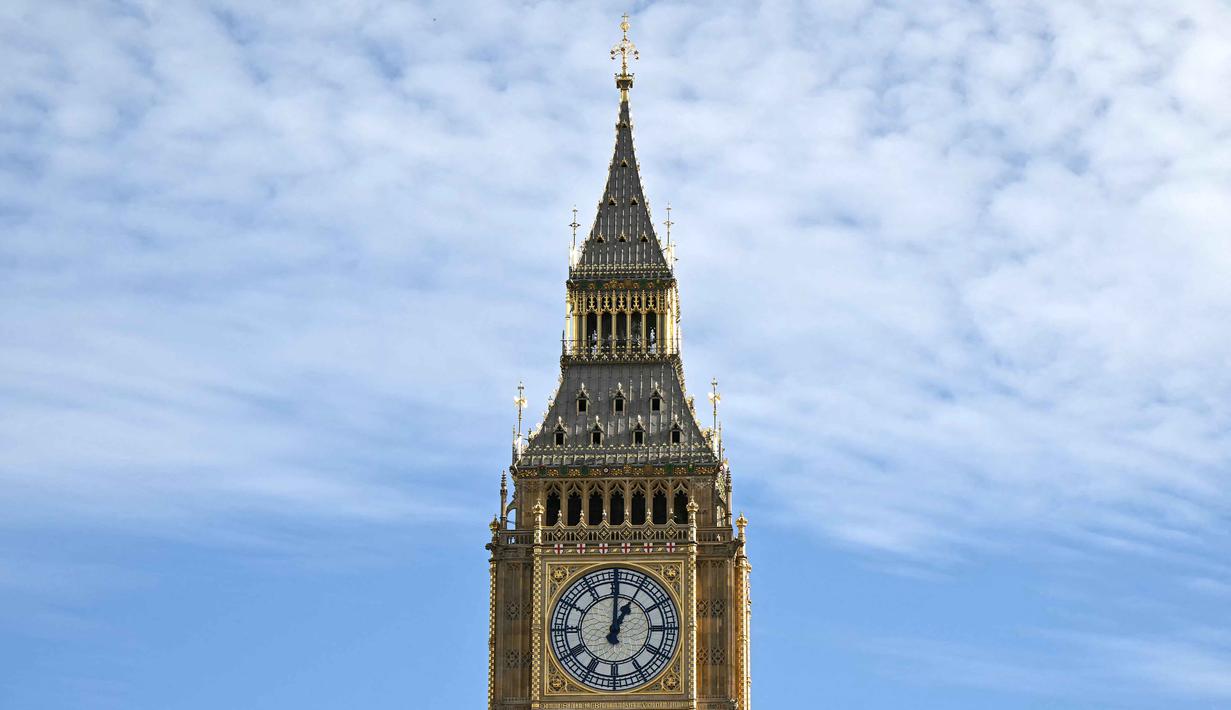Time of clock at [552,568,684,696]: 1:00
